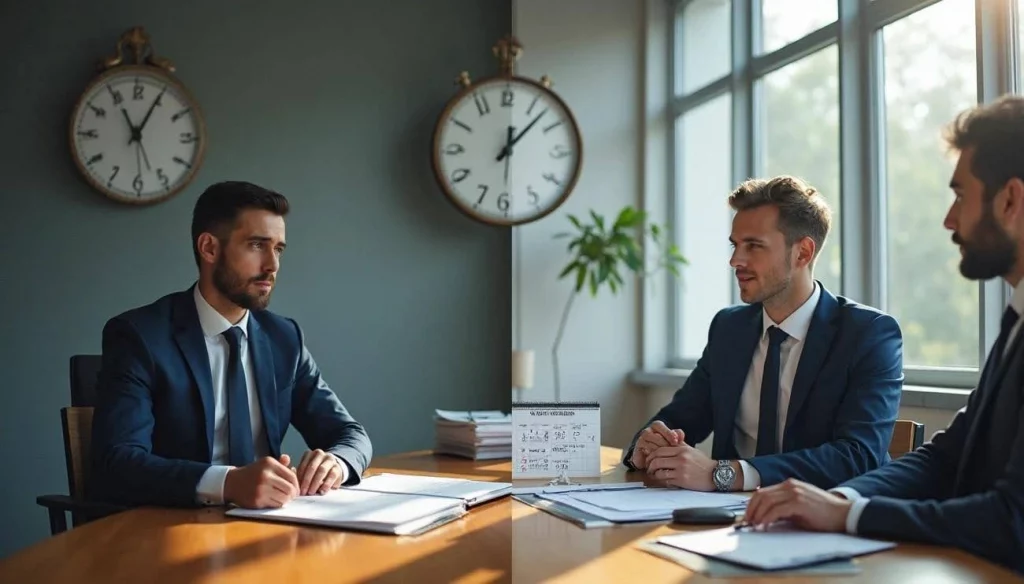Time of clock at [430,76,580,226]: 12:07
